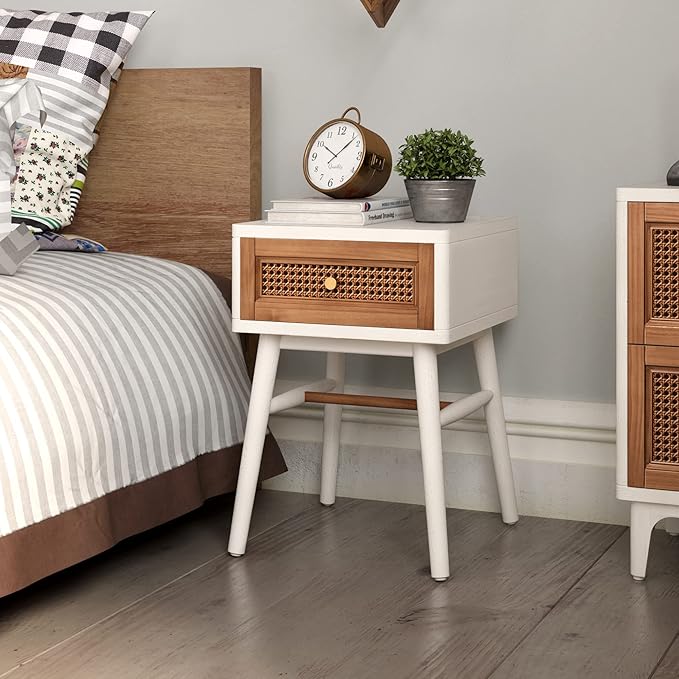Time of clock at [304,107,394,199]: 10:07
